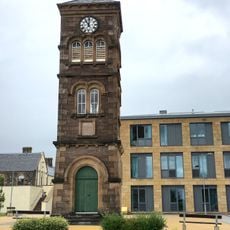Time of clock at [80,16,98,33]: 11:01
